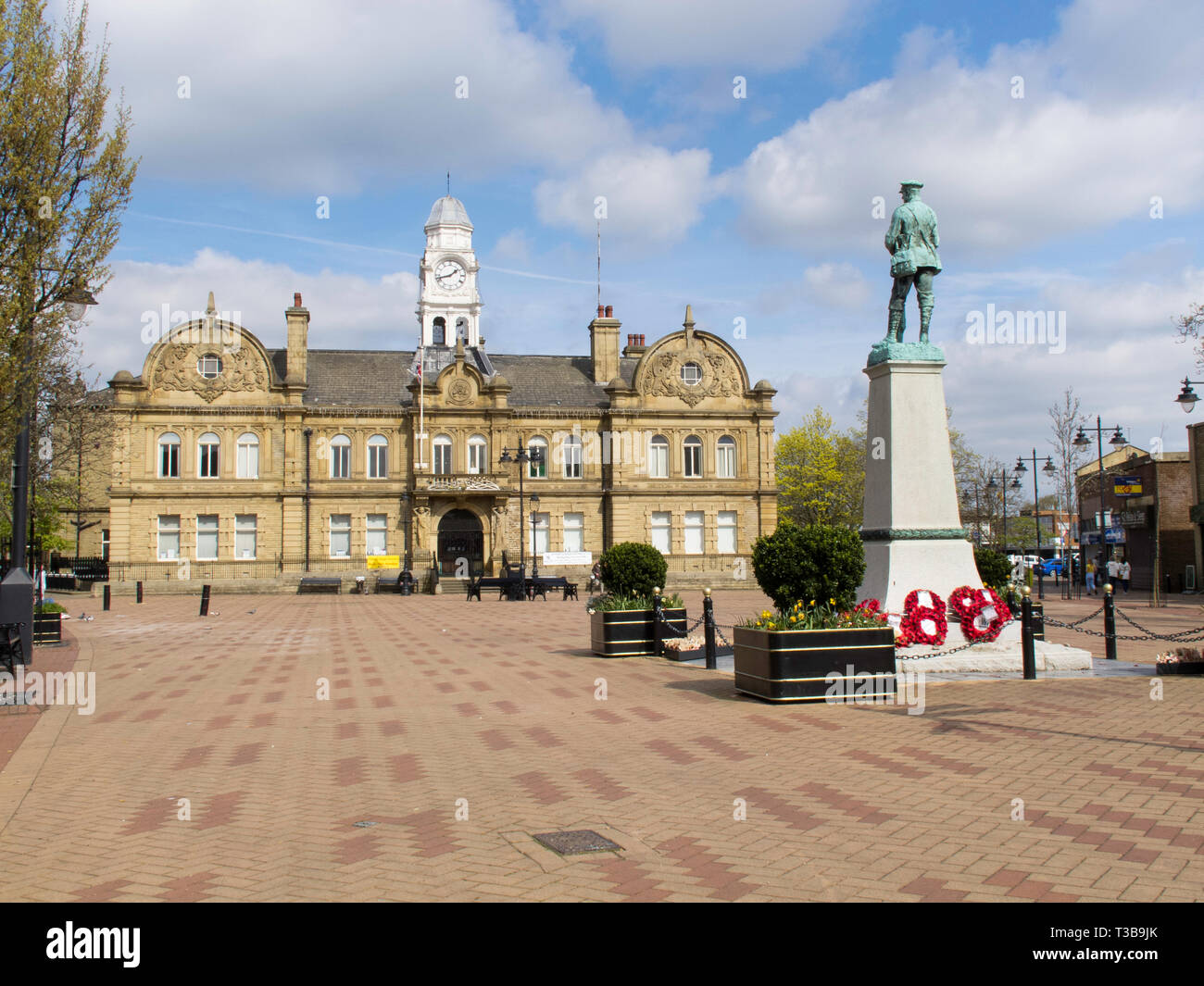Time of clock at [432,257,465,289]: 1:42
